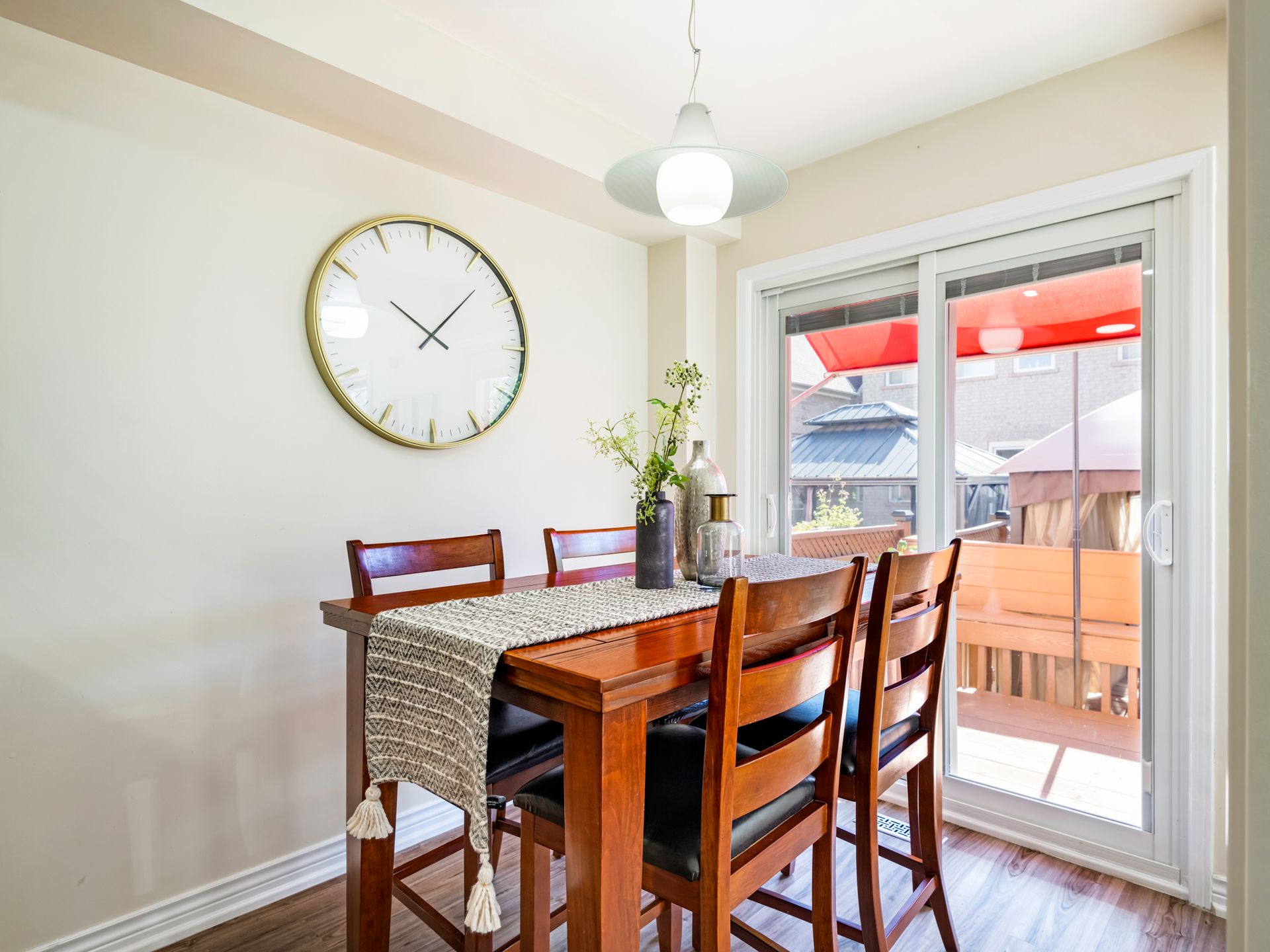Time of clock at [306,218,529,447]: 10:07
